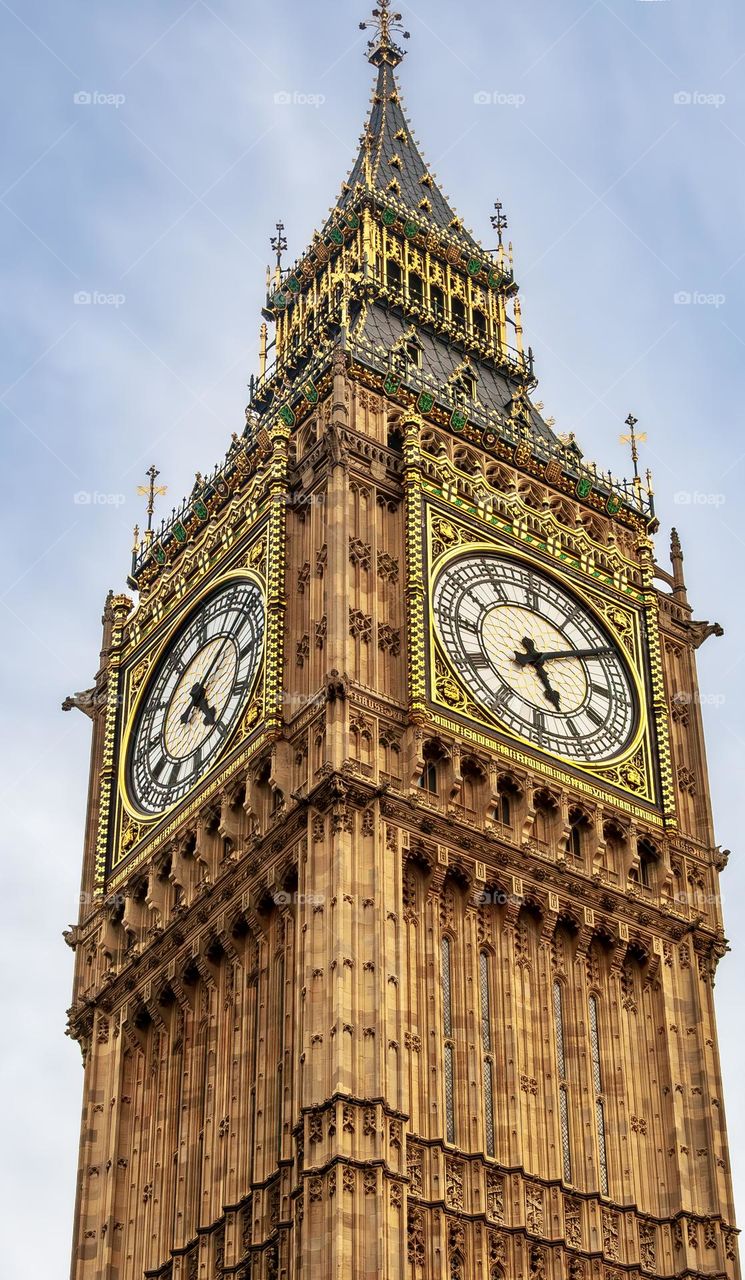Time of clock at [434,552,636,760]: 5:09
